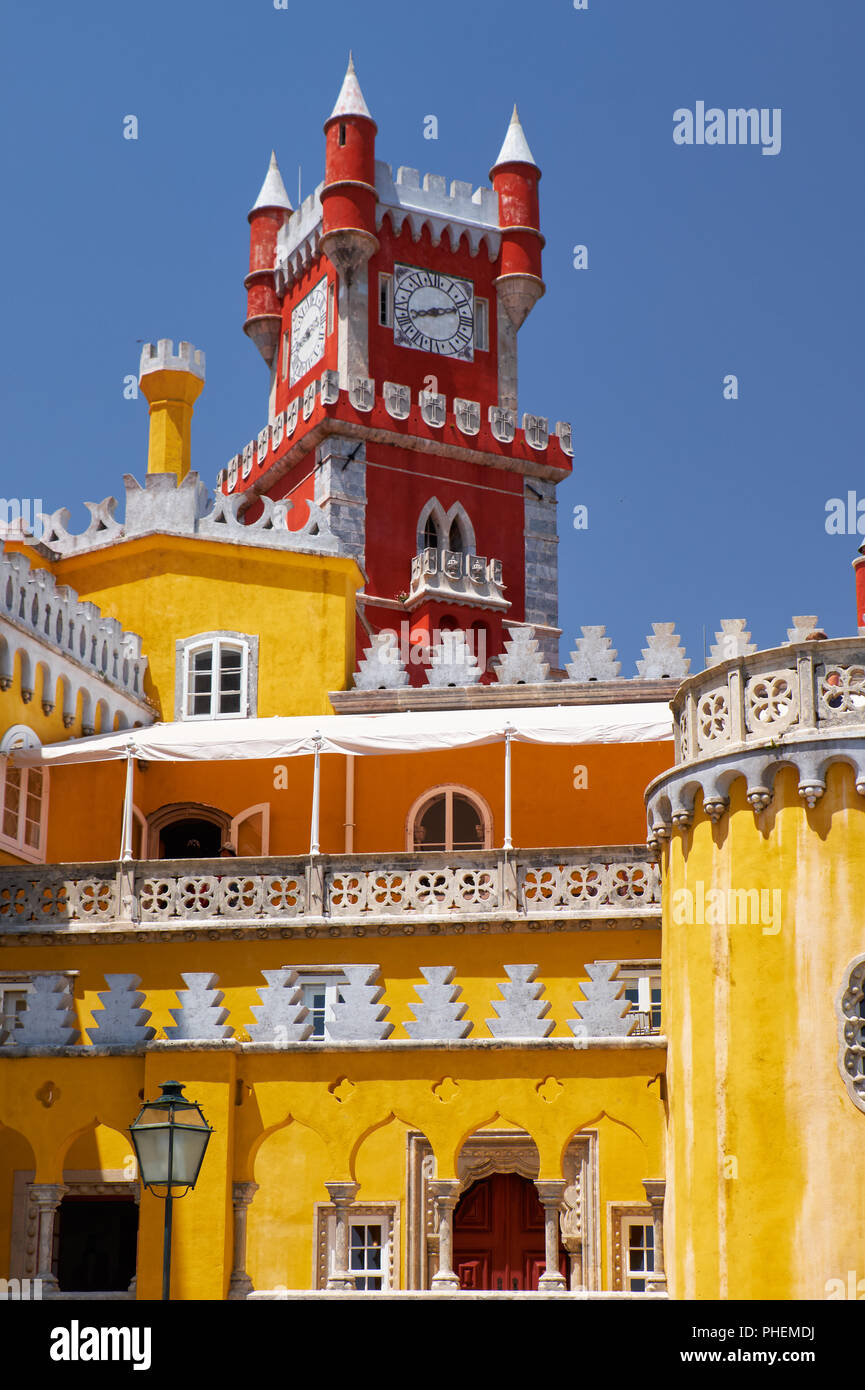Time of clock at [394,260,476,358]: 8:11
